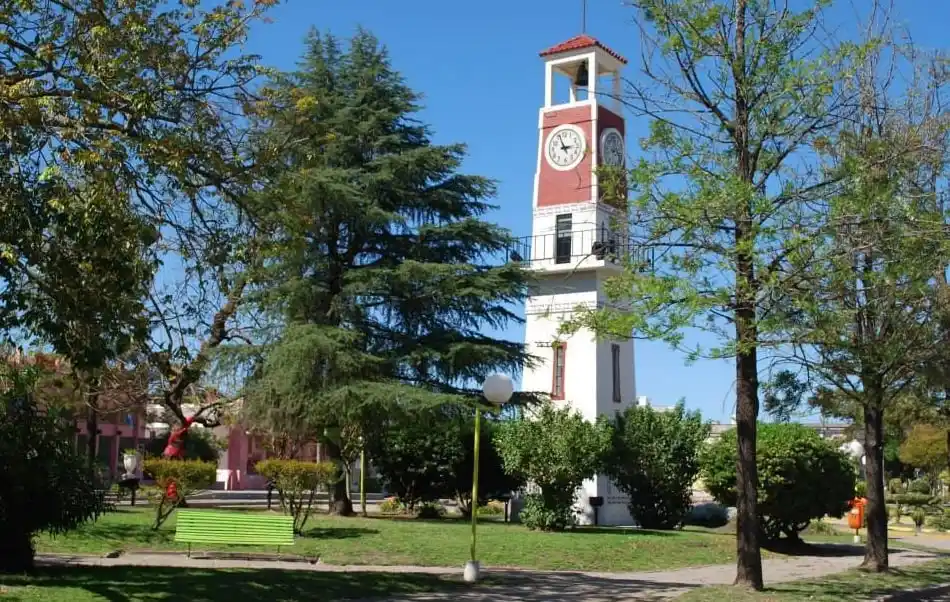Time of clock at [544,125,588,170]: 2:56
